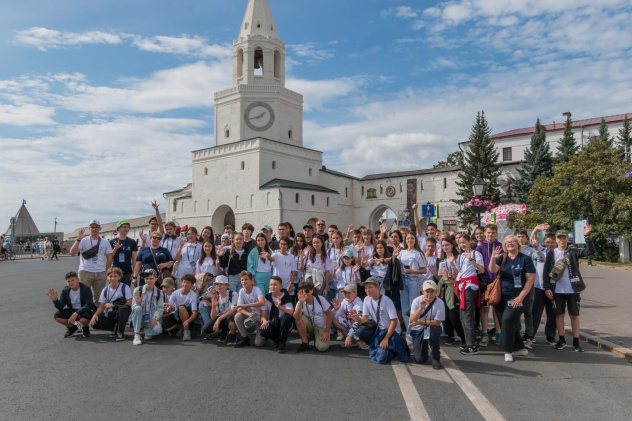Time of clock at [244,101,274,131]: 1:42
